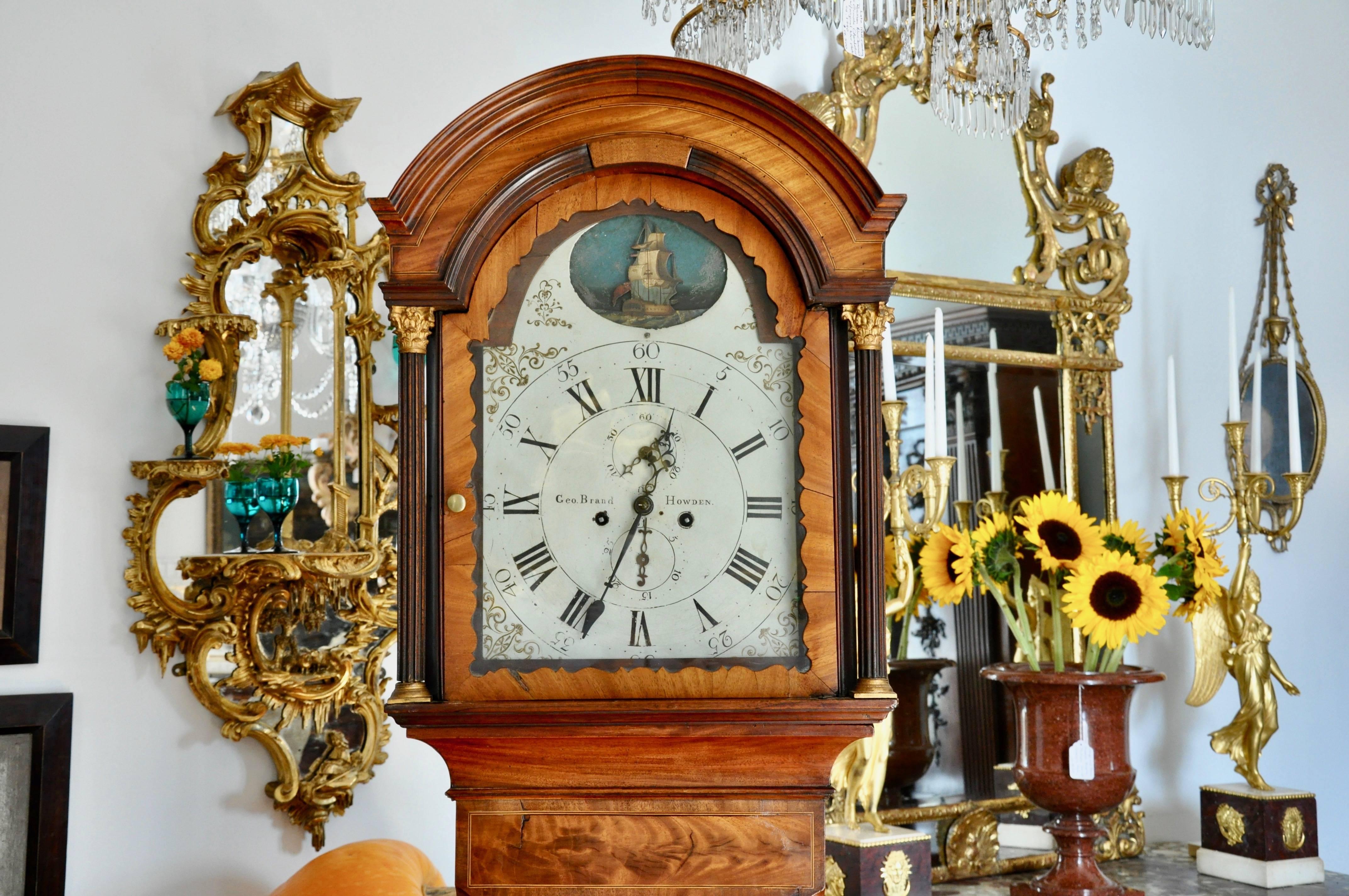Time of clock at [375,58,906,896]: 12:33
